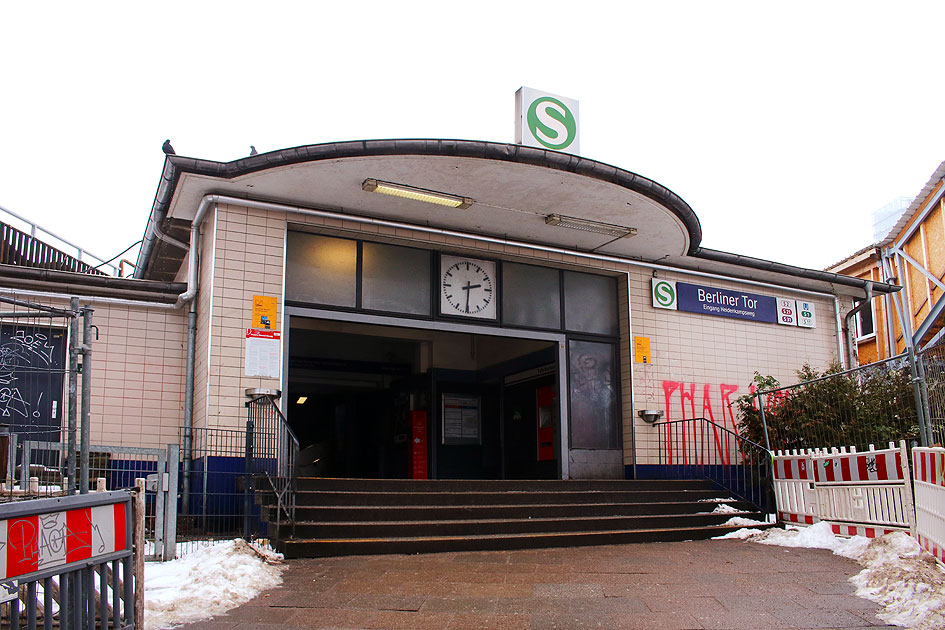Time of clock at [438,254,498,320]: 2:30
